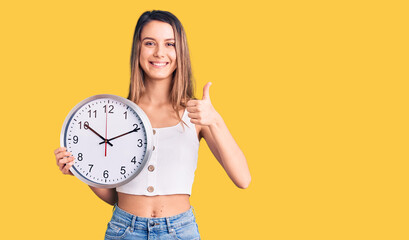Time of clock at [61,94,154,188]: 10:10
